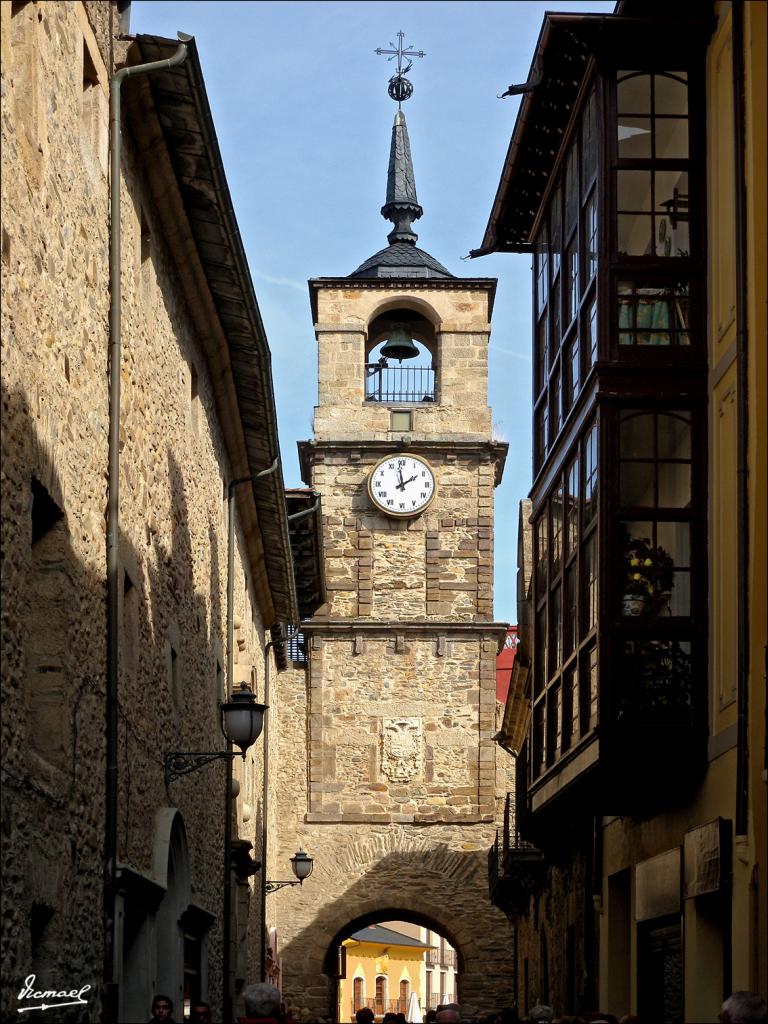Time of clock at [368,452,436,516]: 1:58
